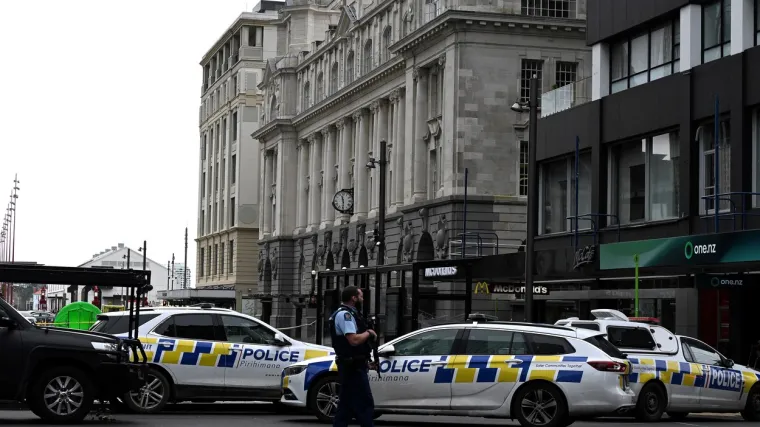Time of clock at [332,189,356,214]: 11:29
